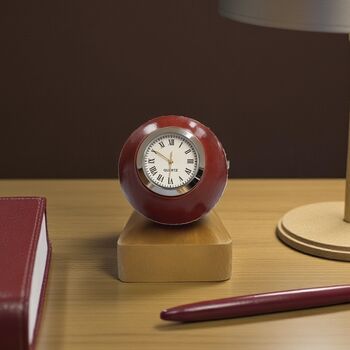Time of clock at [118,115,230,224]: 11:50
